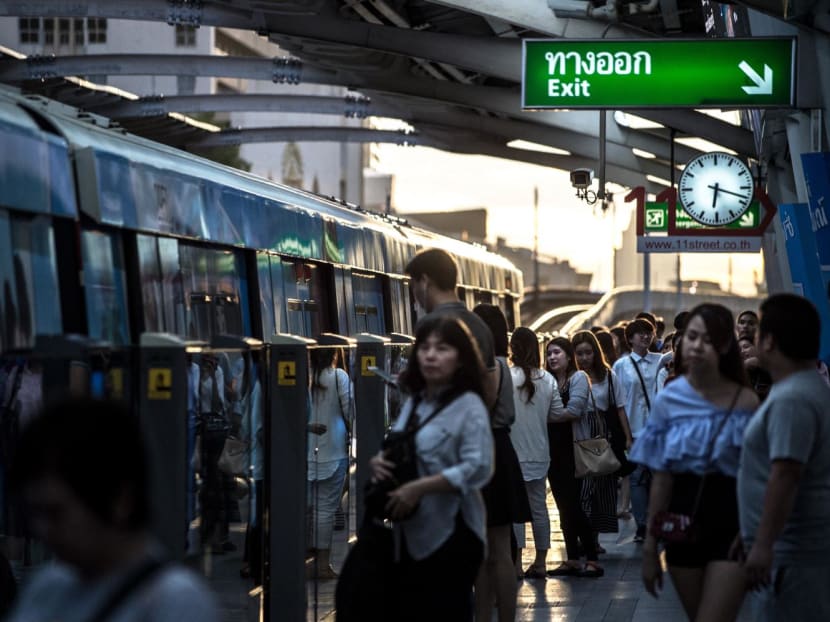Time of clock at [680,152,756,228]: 6:18
